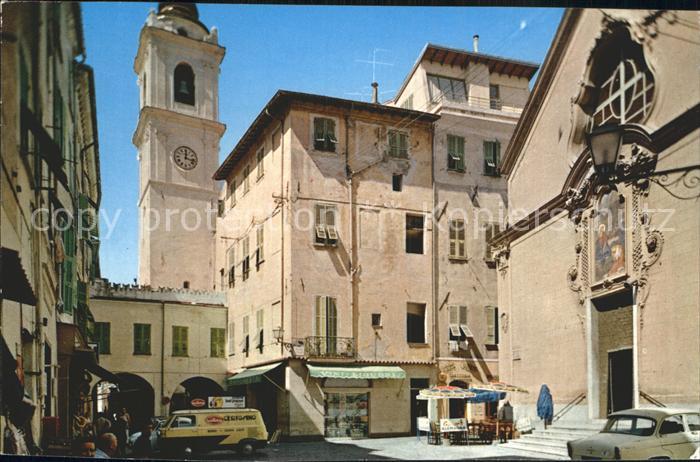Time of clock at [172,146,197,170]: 12:16
